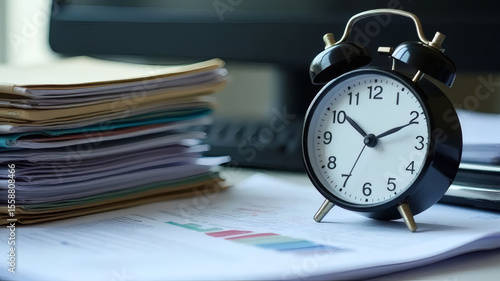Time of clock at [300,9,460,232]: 10:11
